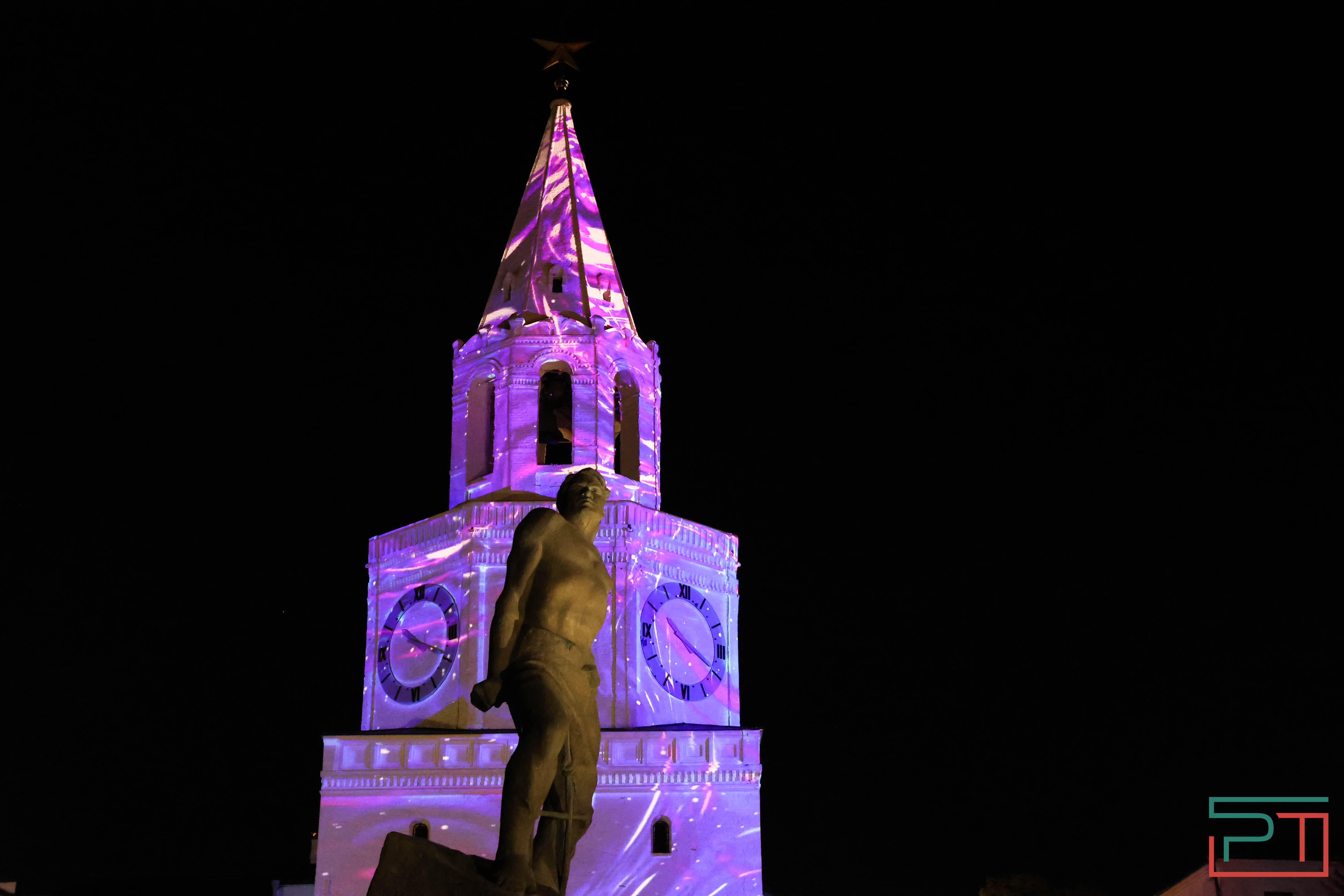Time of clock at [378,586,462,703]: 10:18
